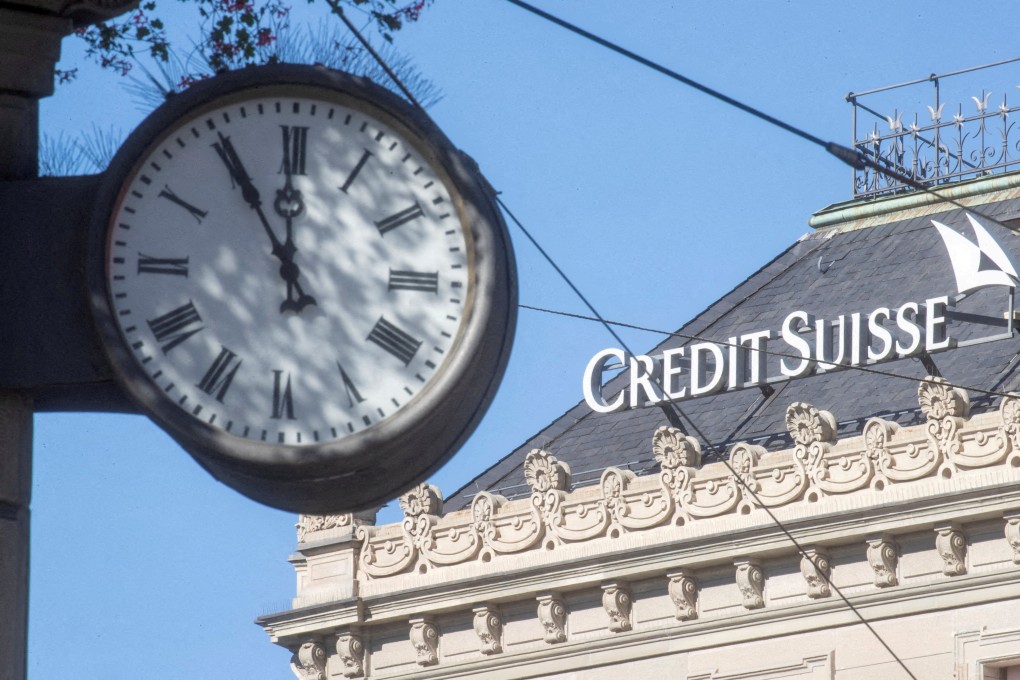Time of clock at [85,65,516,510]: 11:55
